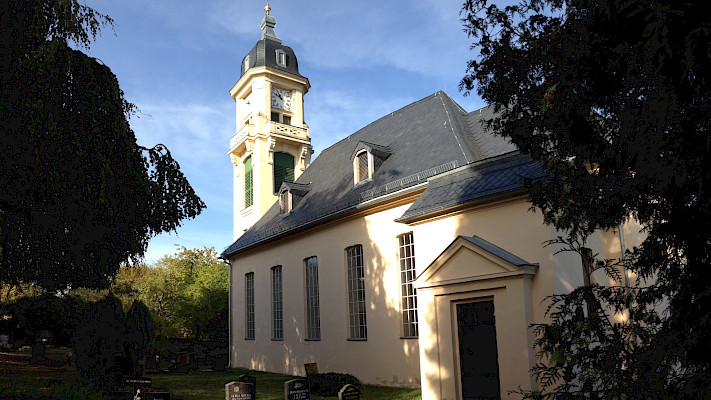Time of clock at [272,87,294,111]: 10:50
